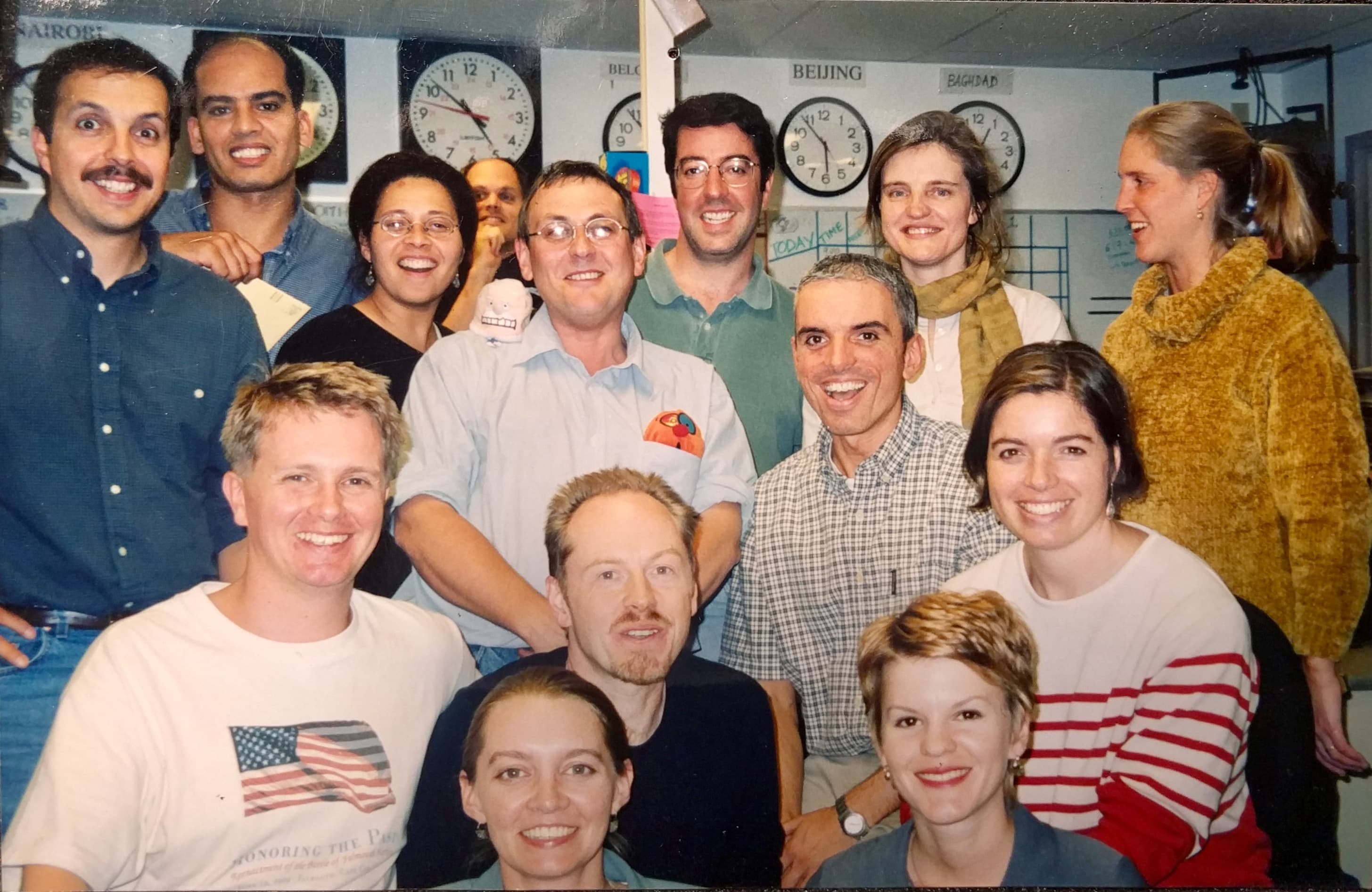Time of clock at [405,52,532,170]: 4:51
